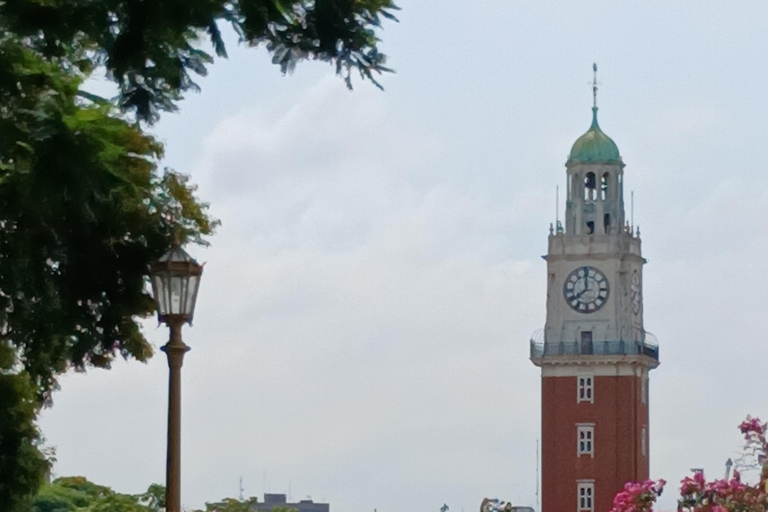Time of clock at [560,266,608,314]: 7:58
